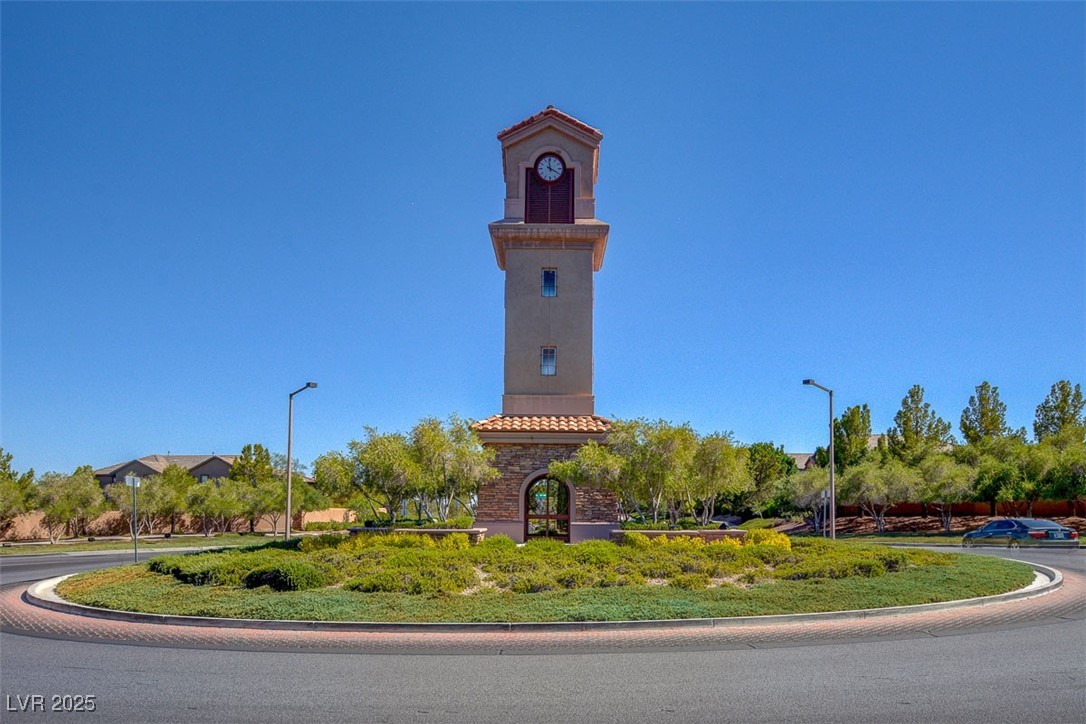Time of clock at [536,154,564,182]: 3:58
